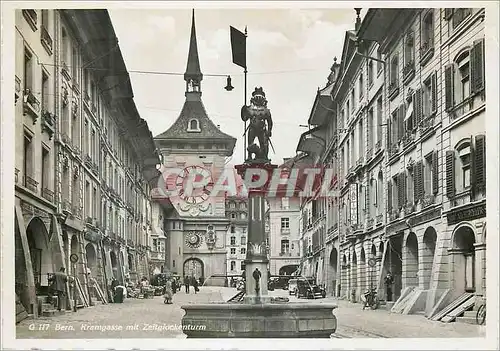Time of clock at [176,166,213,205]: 3:32
